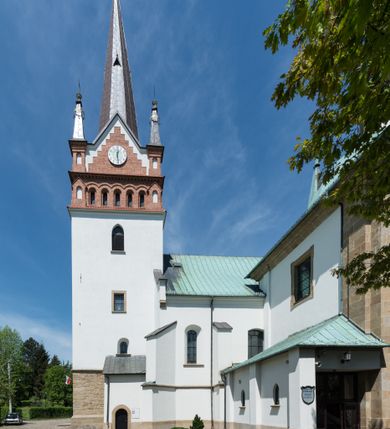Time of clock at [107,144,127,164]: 12:28
